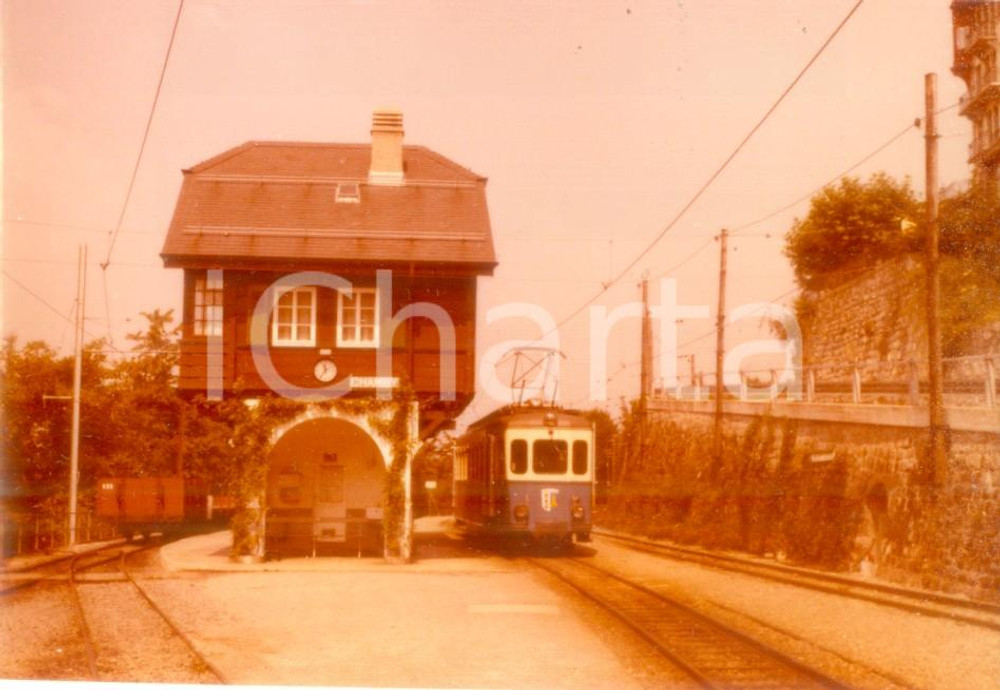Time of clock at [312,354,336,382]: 11:36
